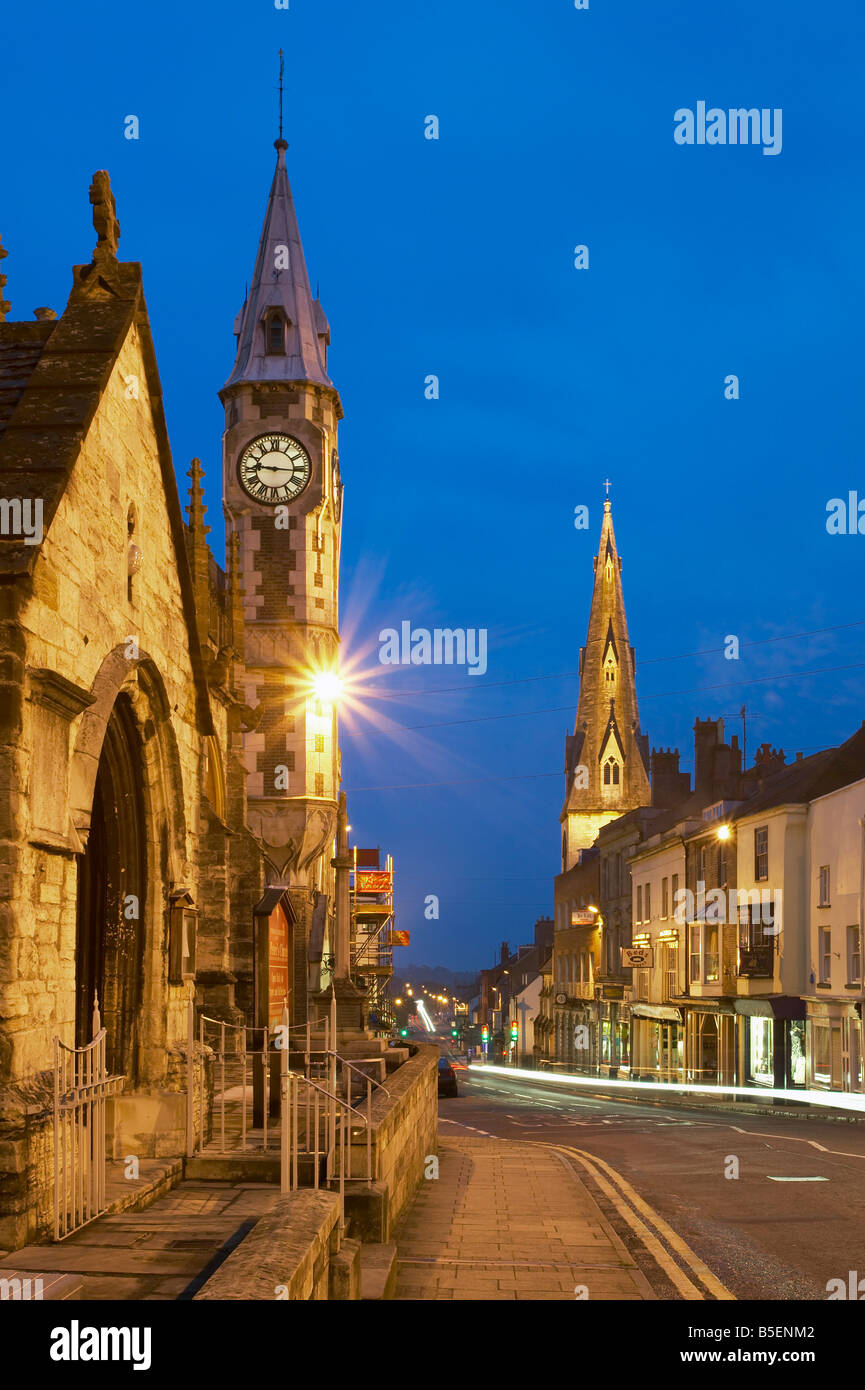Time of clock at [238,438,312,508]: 9:16
